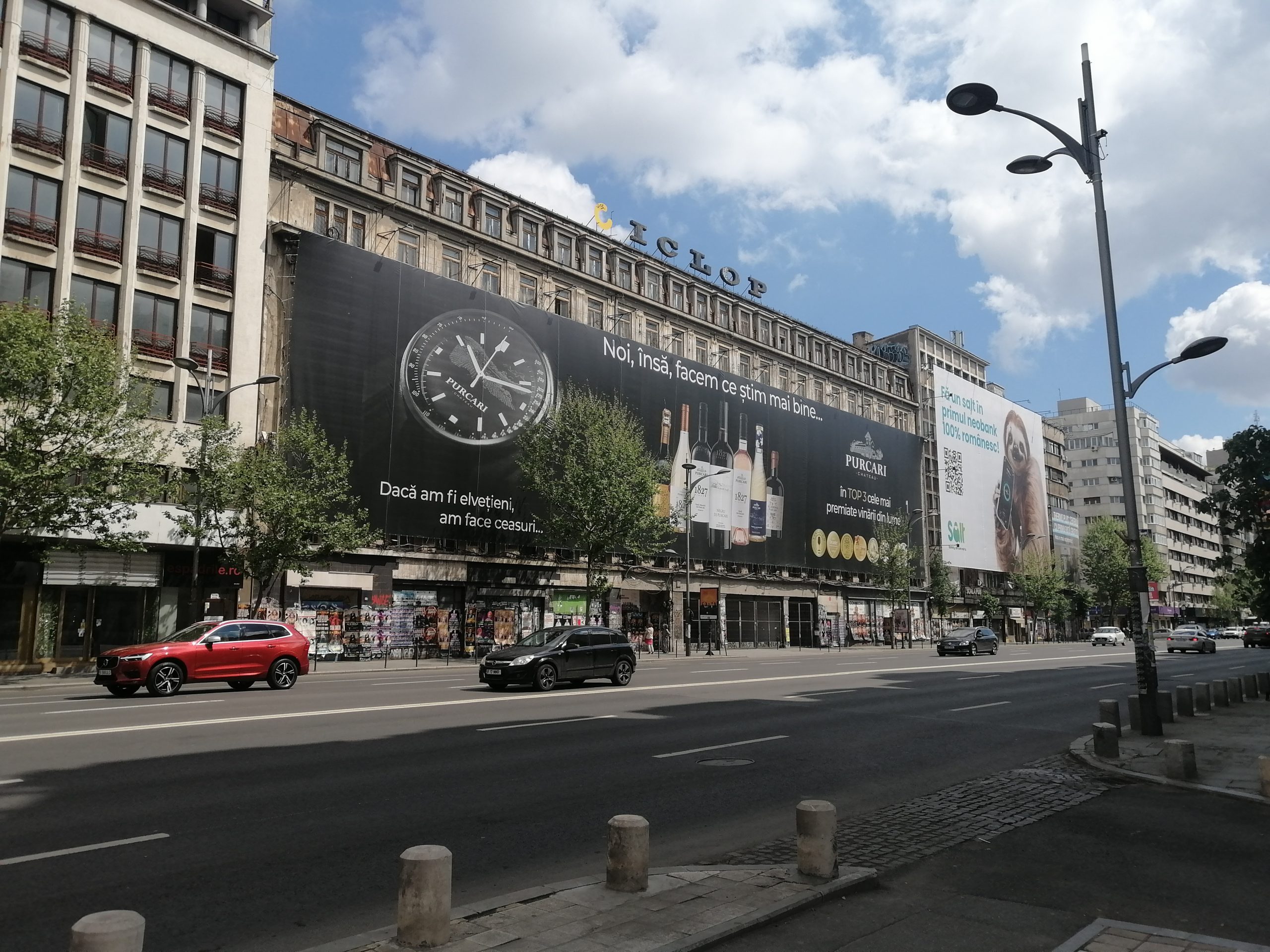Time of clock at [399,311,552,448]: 11:16
